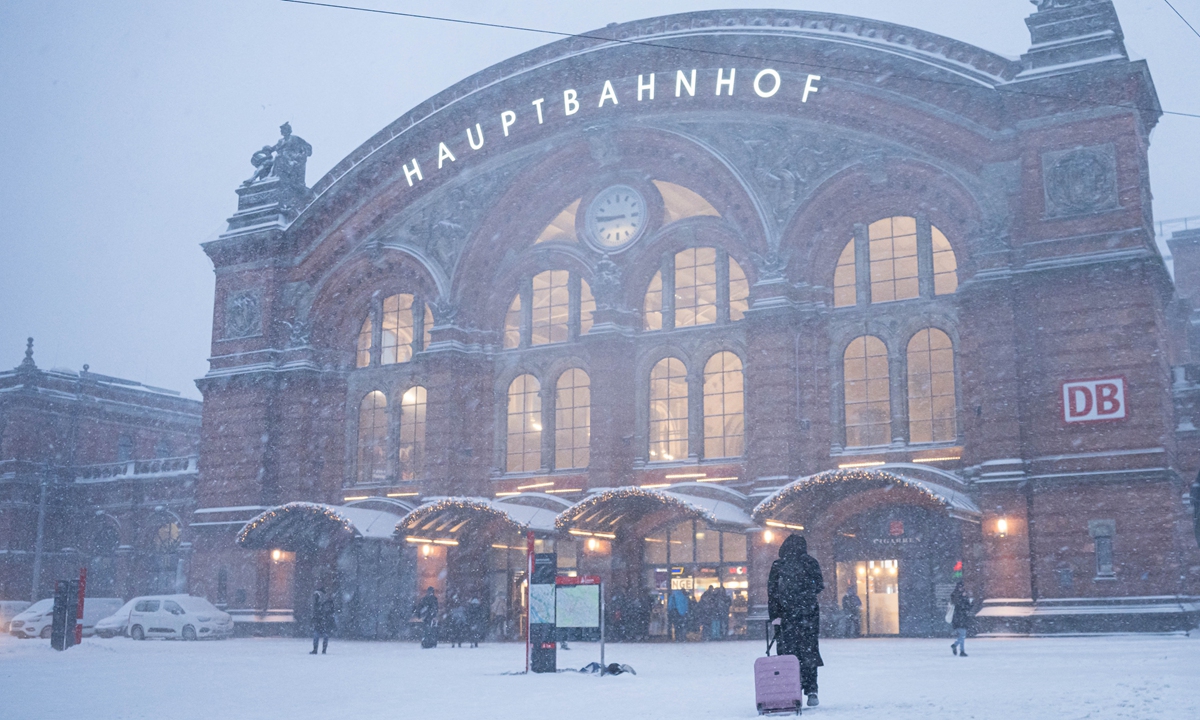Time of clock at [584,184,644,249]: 8:45
